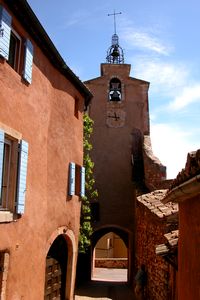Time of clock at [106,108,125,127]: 11:46
